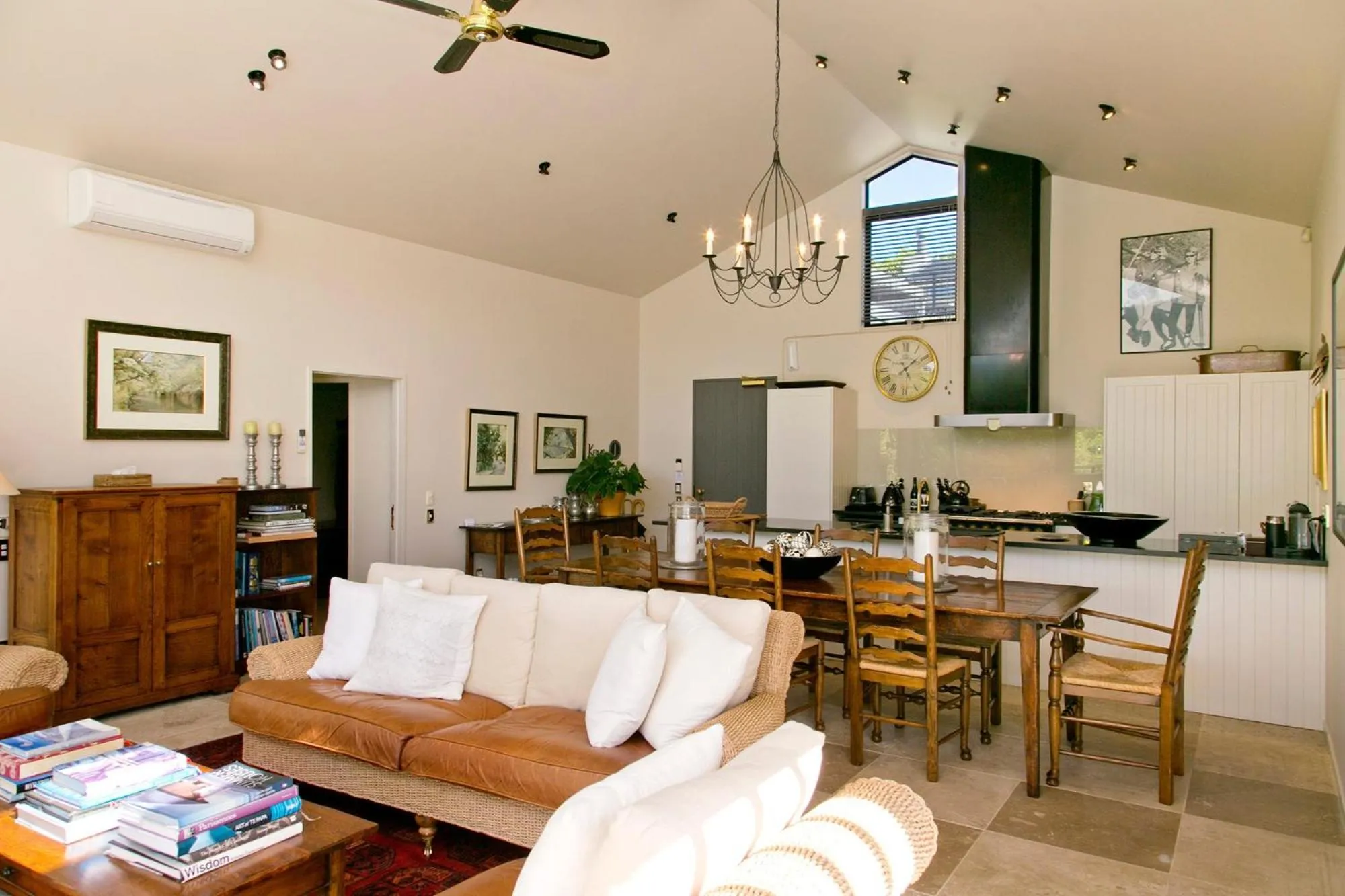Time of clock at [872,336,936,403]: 5:08
